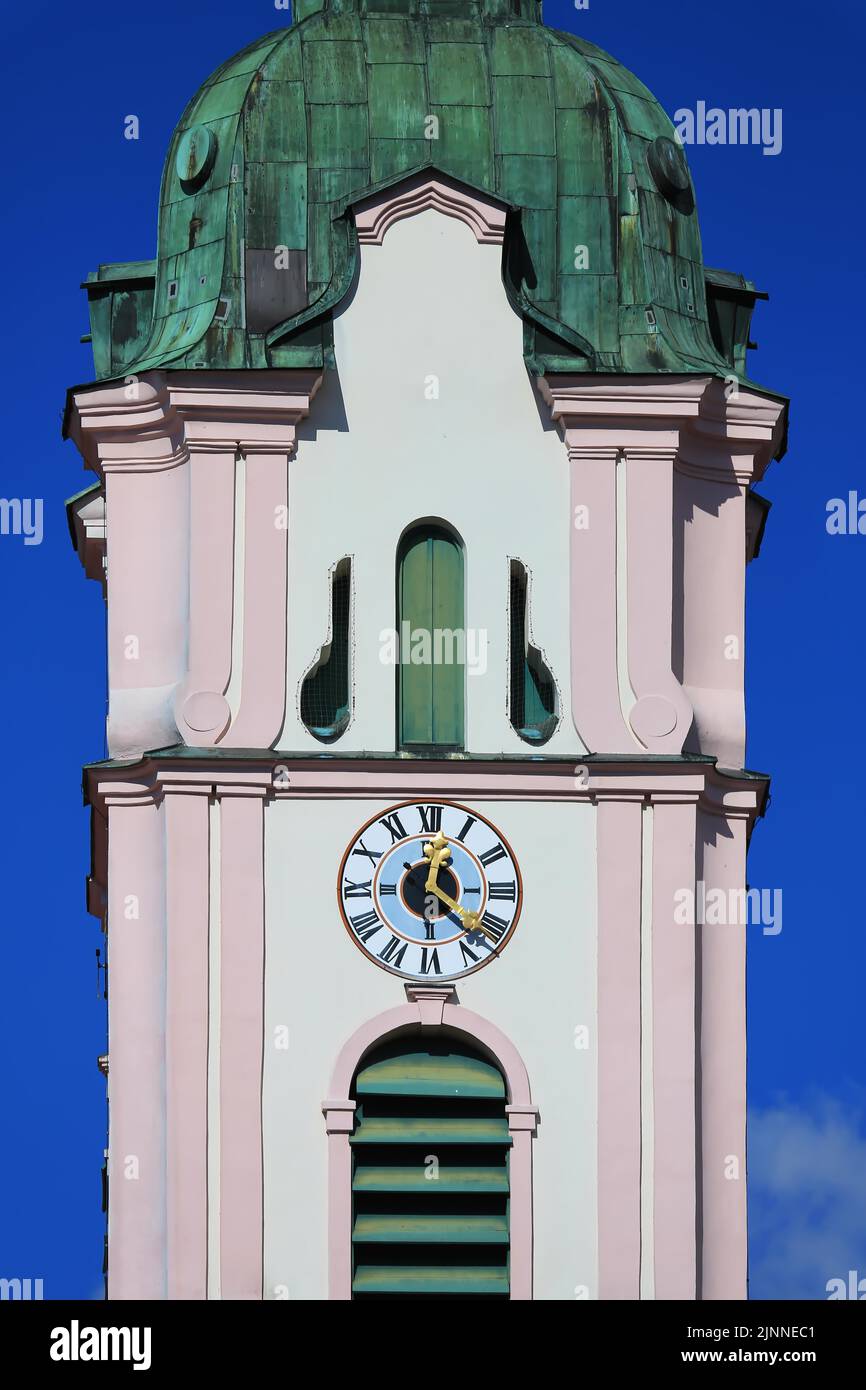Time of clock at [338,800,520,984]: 12:22
